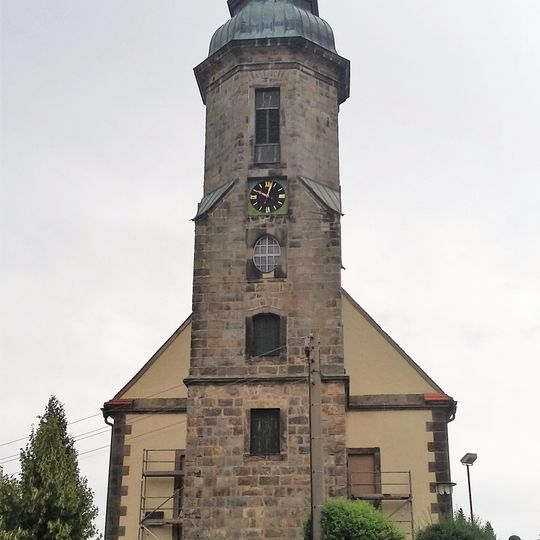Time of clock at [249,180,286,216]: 10:03
